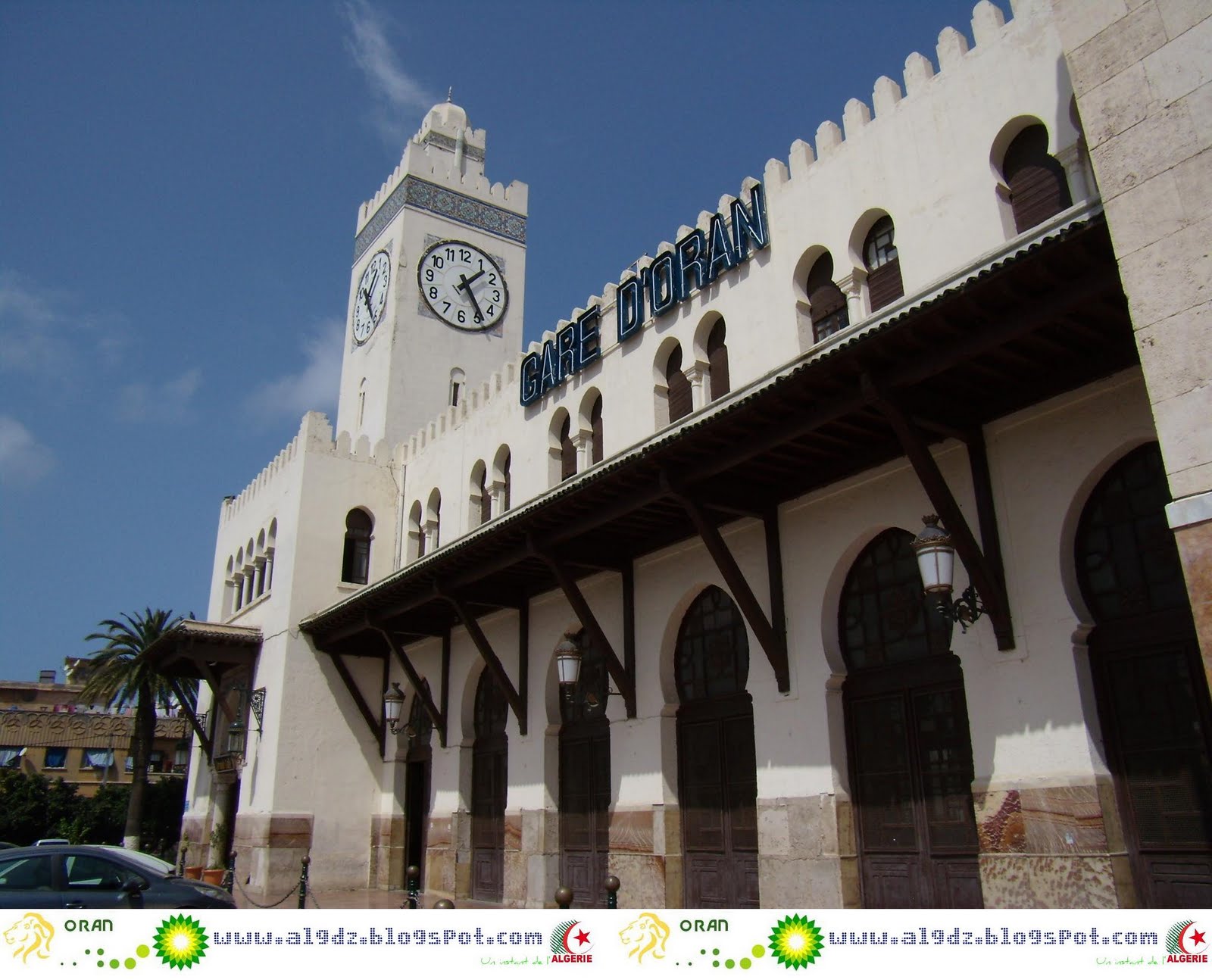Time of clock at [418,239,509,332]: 1:24
